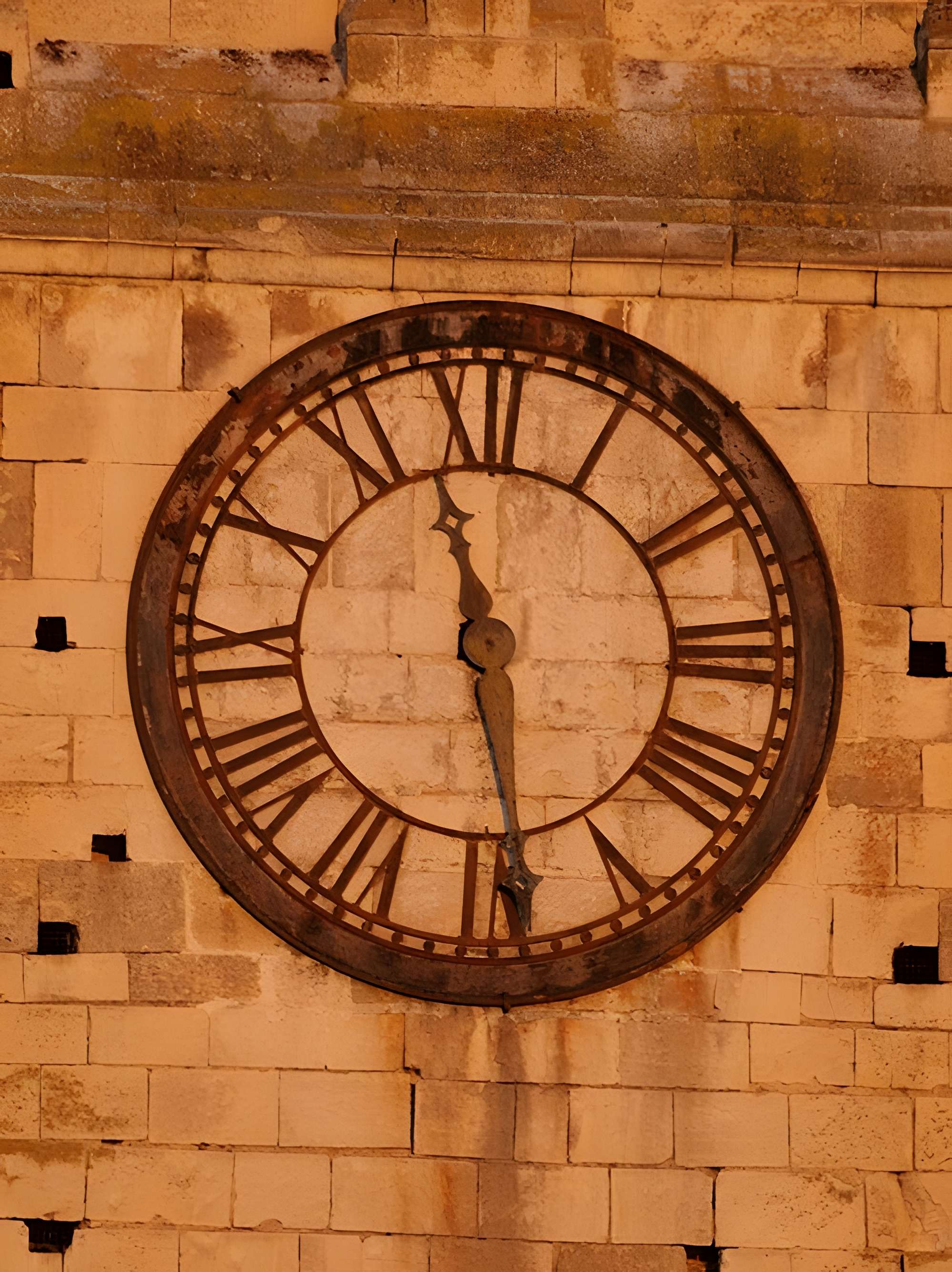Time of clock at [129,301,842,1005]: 11:28
